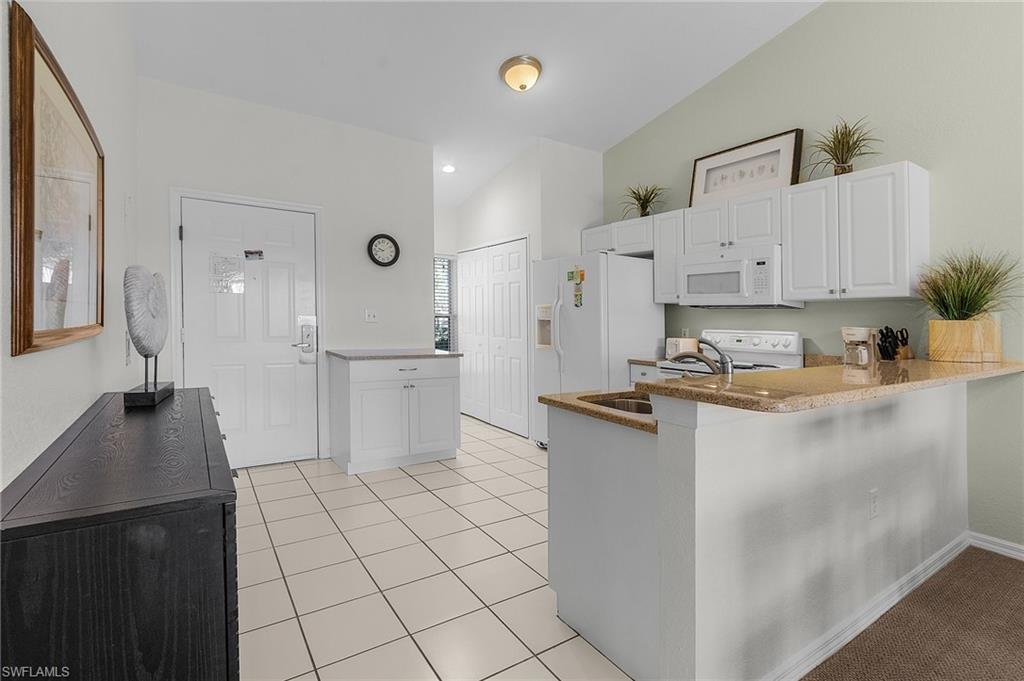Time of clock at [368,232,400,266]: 9:42
